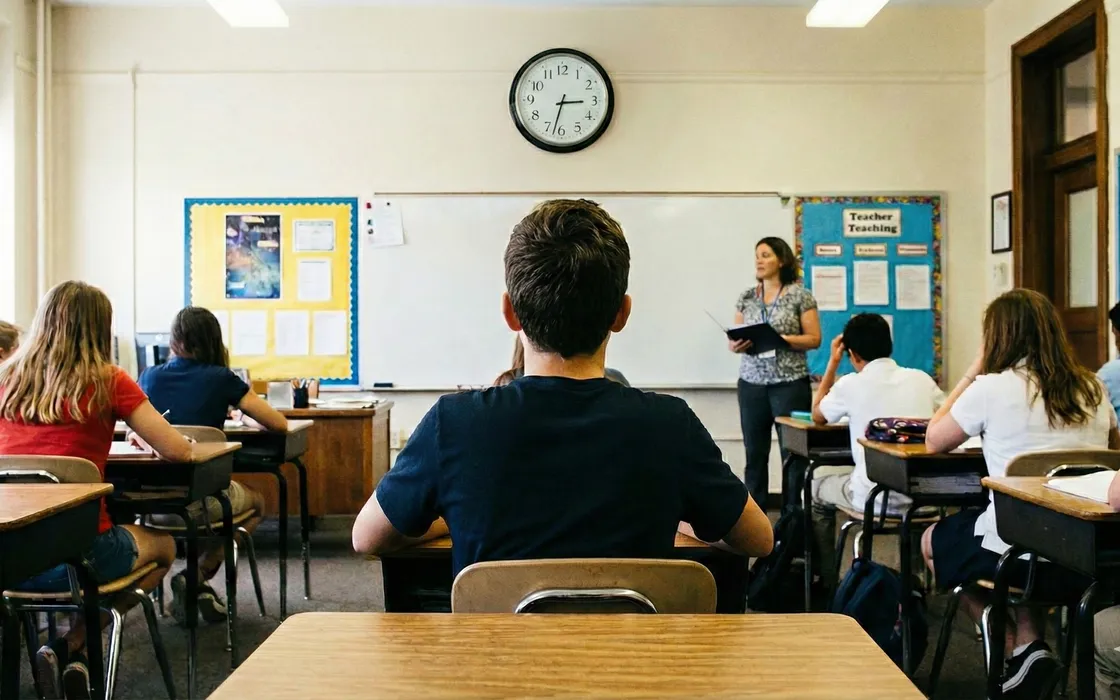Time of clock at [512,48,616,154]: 2:32
